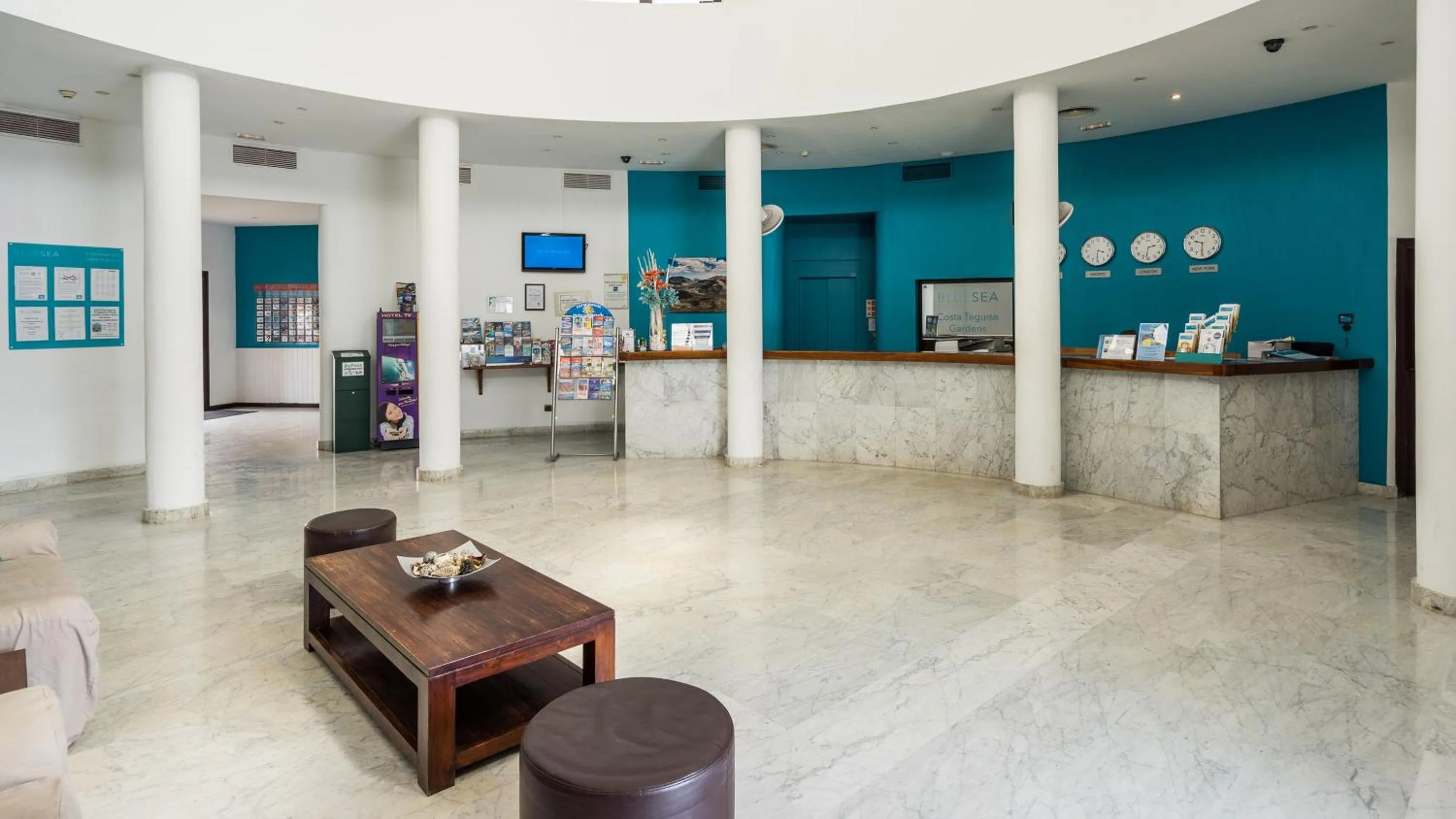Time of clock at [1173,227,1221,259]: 9:30
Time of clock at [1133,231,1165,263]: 2:32
